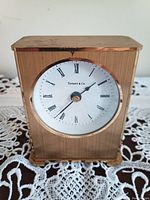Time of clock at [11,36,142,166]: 1:36
